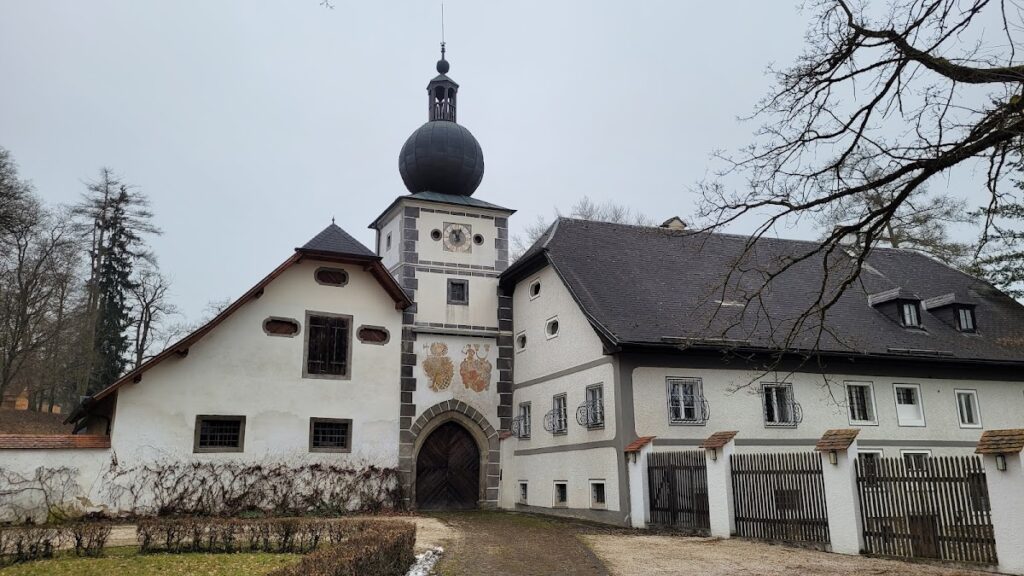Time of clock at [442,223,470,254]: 11:03
